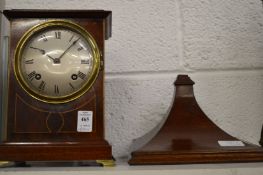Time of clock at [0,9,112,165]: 10:07
